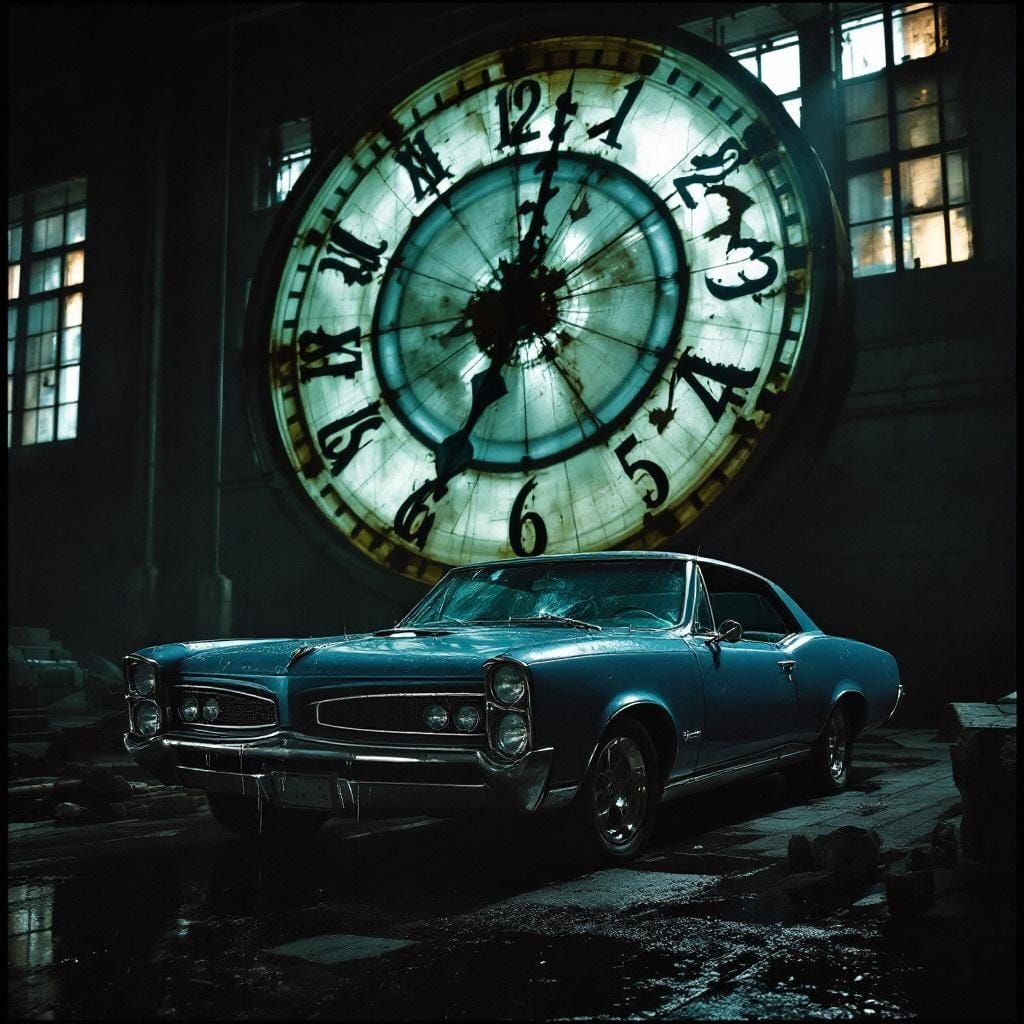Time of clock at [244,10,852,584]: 12:34
